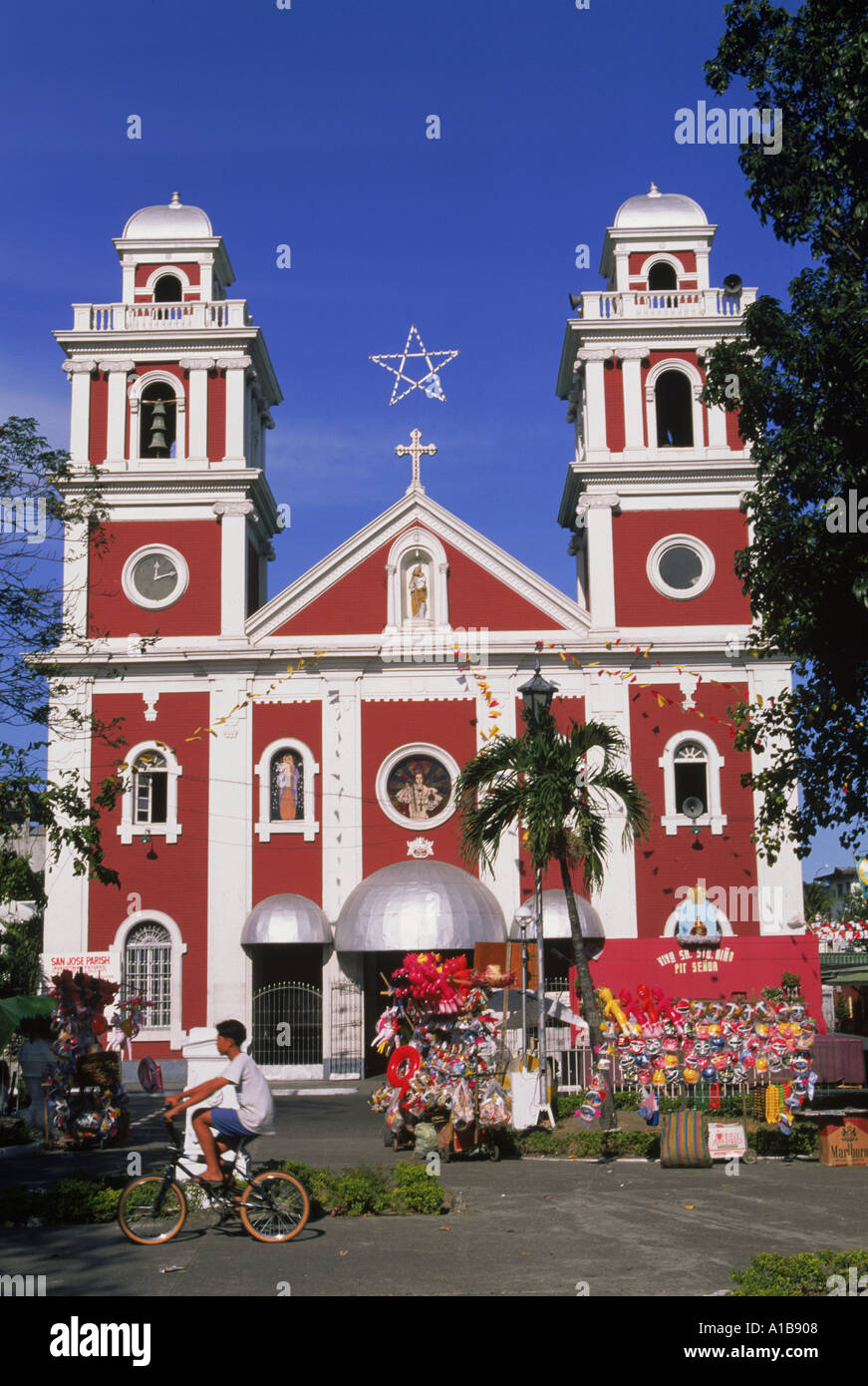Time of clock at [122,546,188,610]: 12:12
